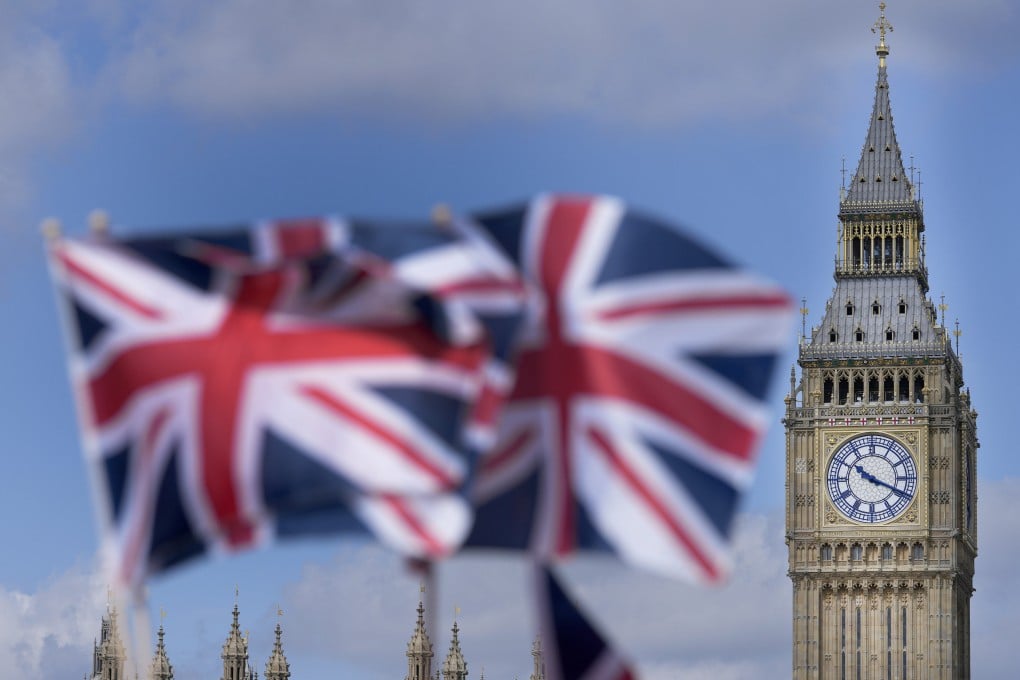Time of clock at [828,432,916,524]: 10:18
